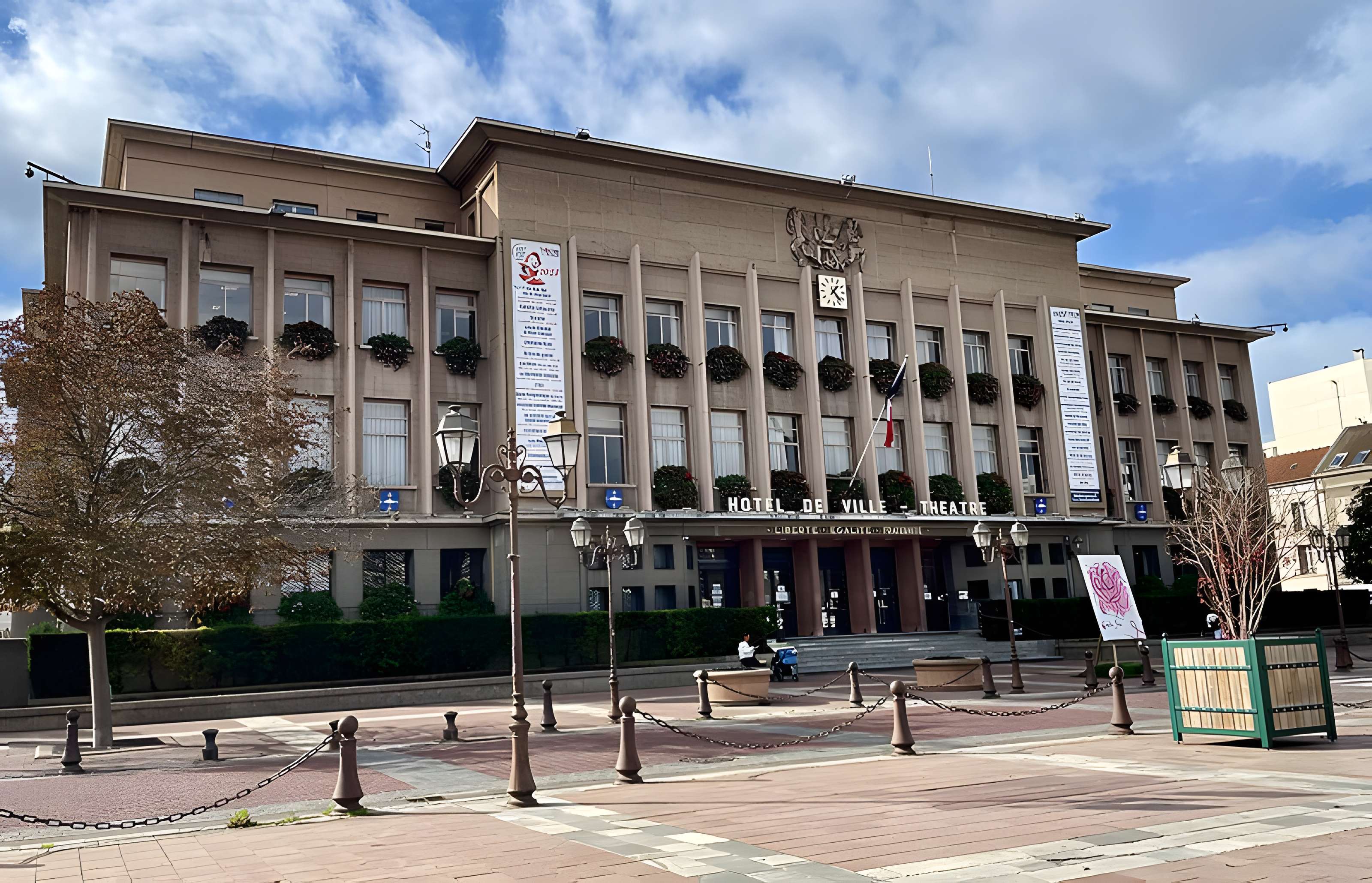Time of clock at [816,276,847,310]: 1:22
